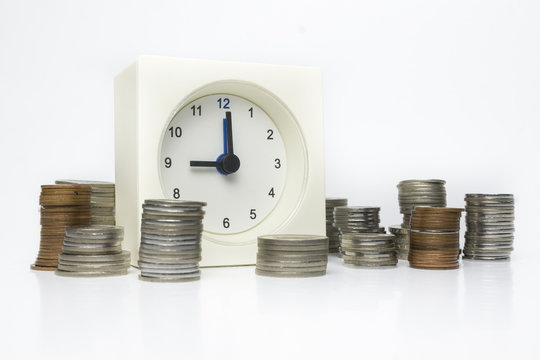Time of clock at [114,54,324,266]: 9:00
